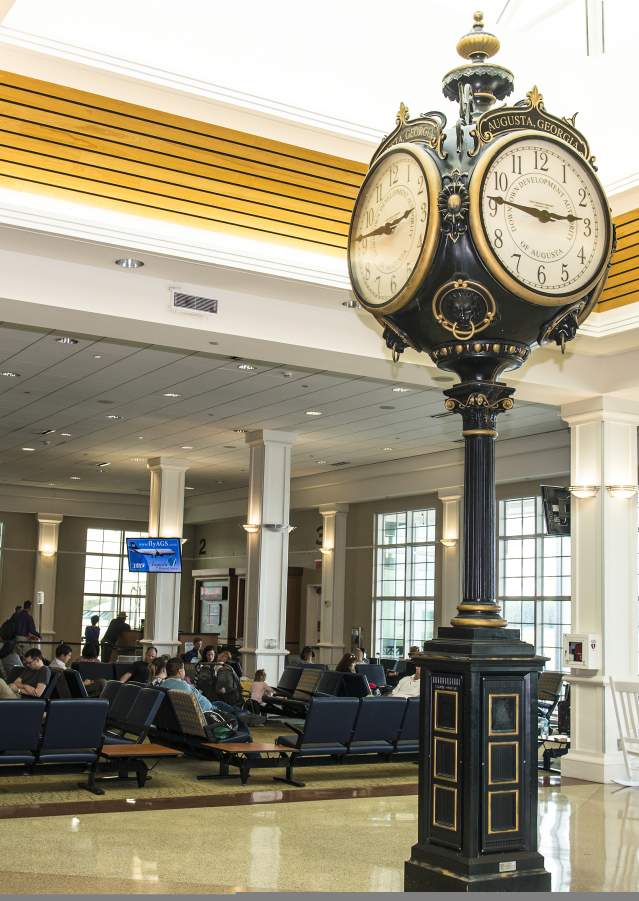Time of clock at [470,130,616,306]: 2:46
